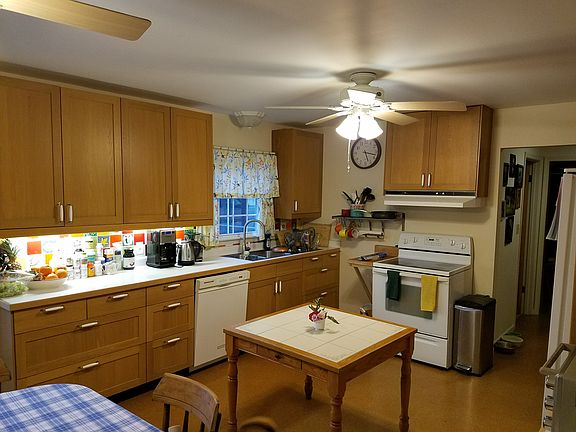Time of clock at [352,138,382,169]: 5:17
